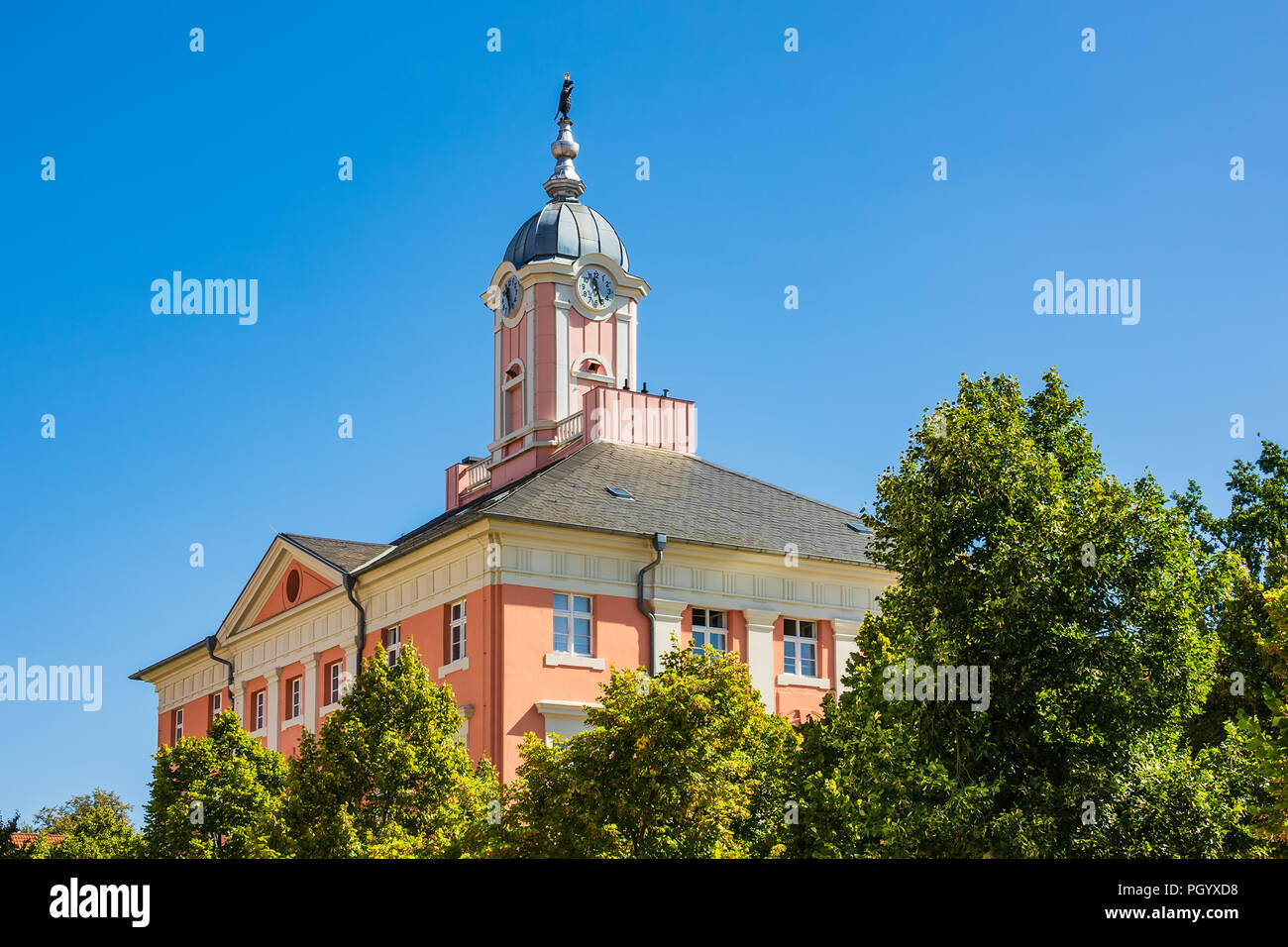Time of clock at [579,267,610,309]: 11:26
